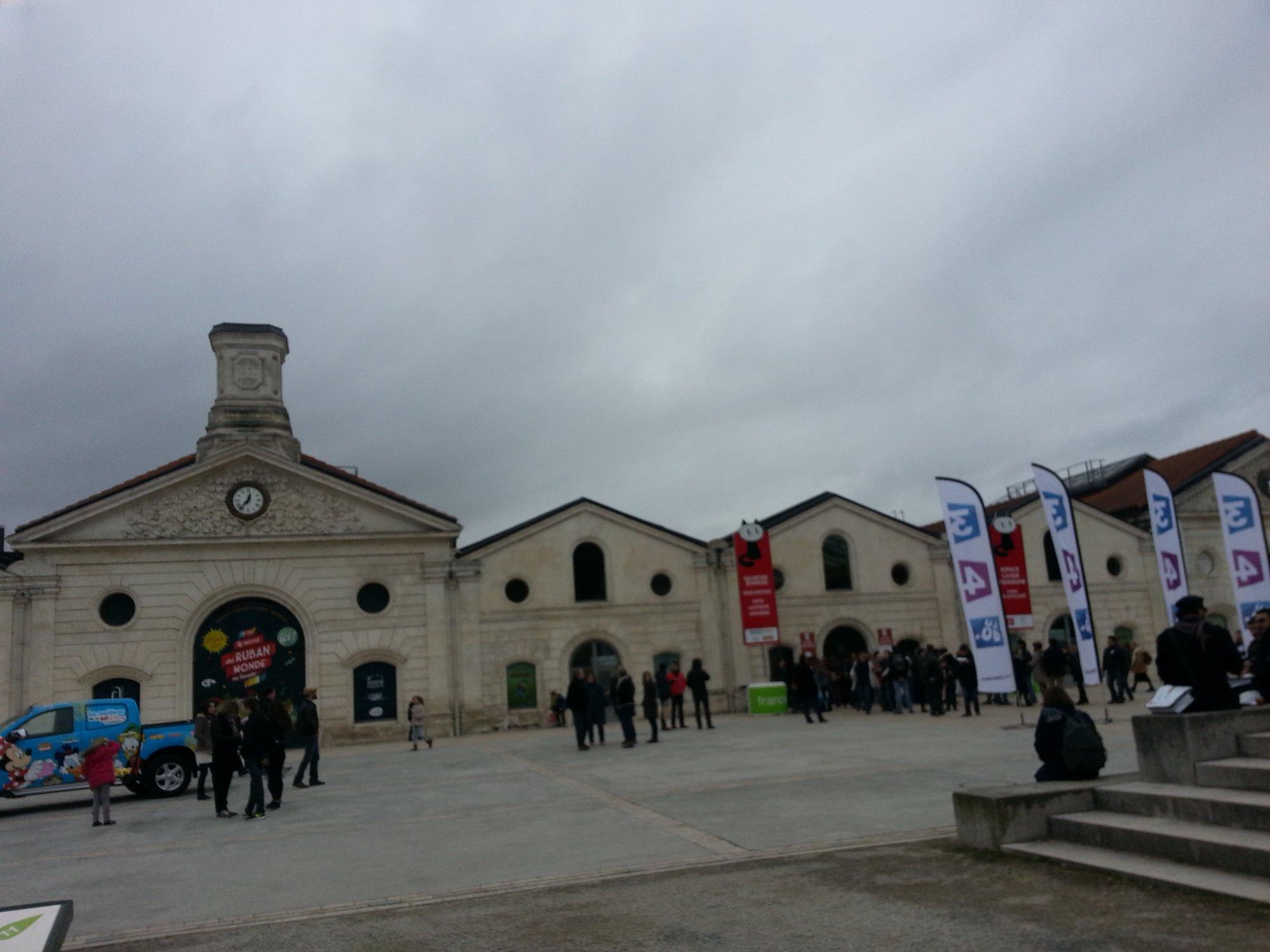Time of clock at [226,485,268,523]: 12:37
